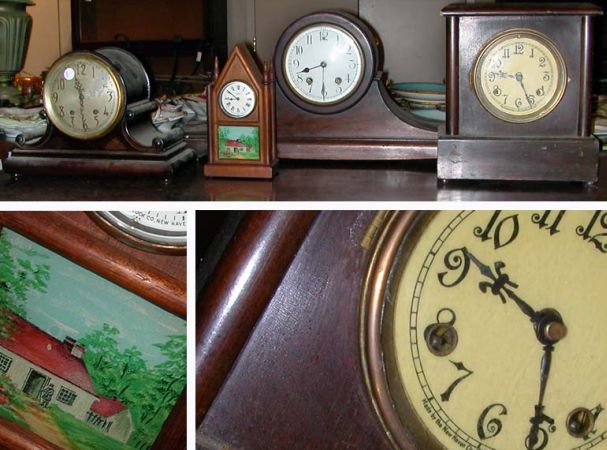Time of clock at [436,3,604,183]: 9:25
